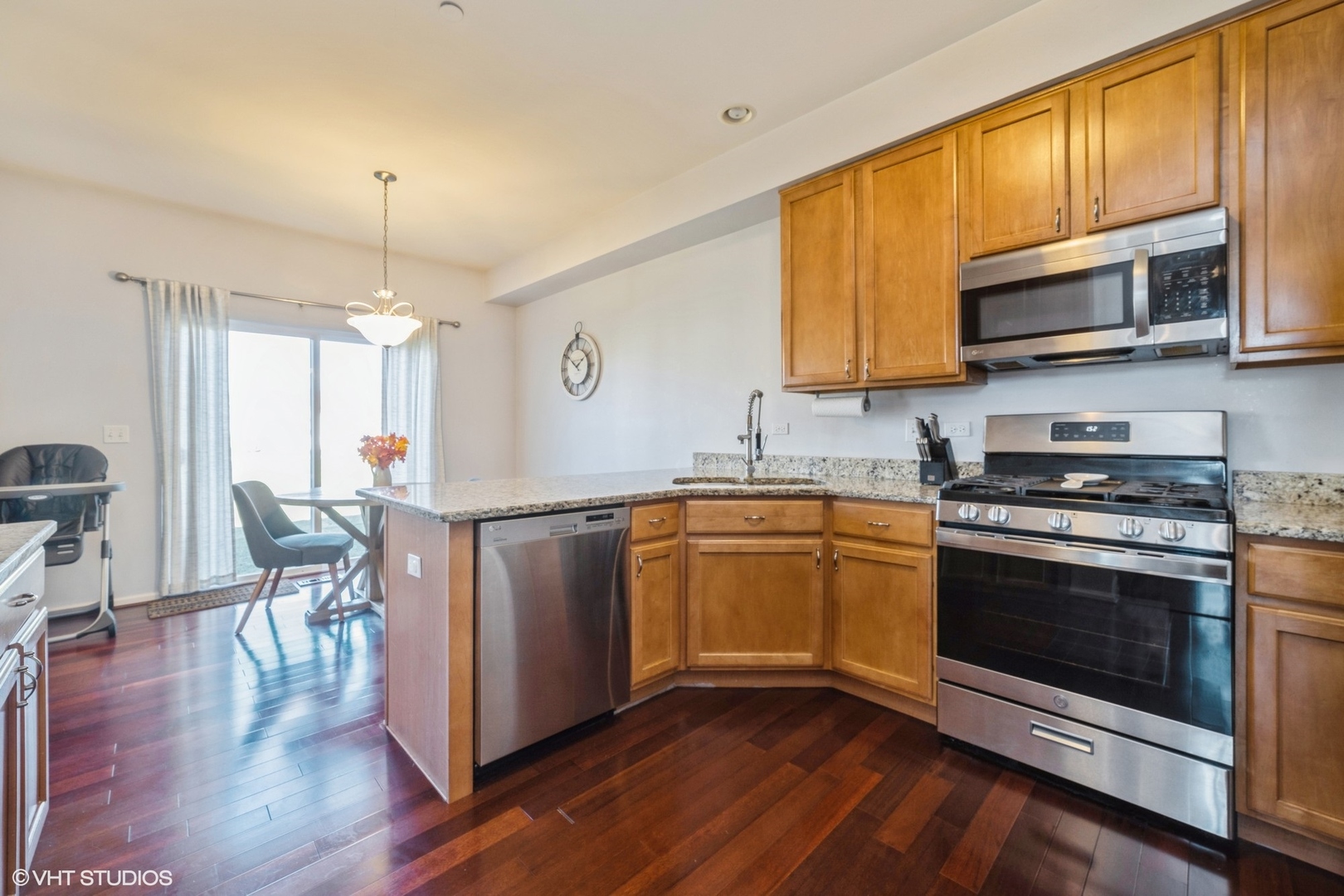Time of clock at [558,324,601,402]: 1:50
